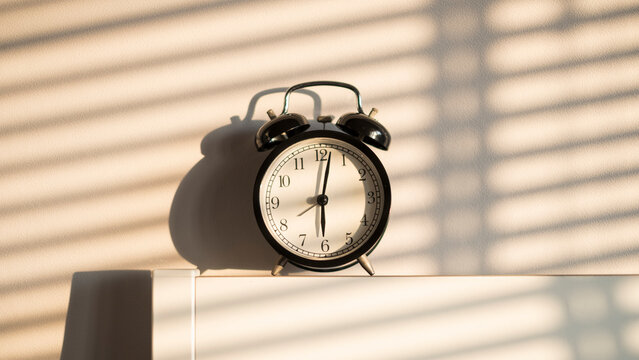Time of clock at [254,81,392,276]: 6:02
